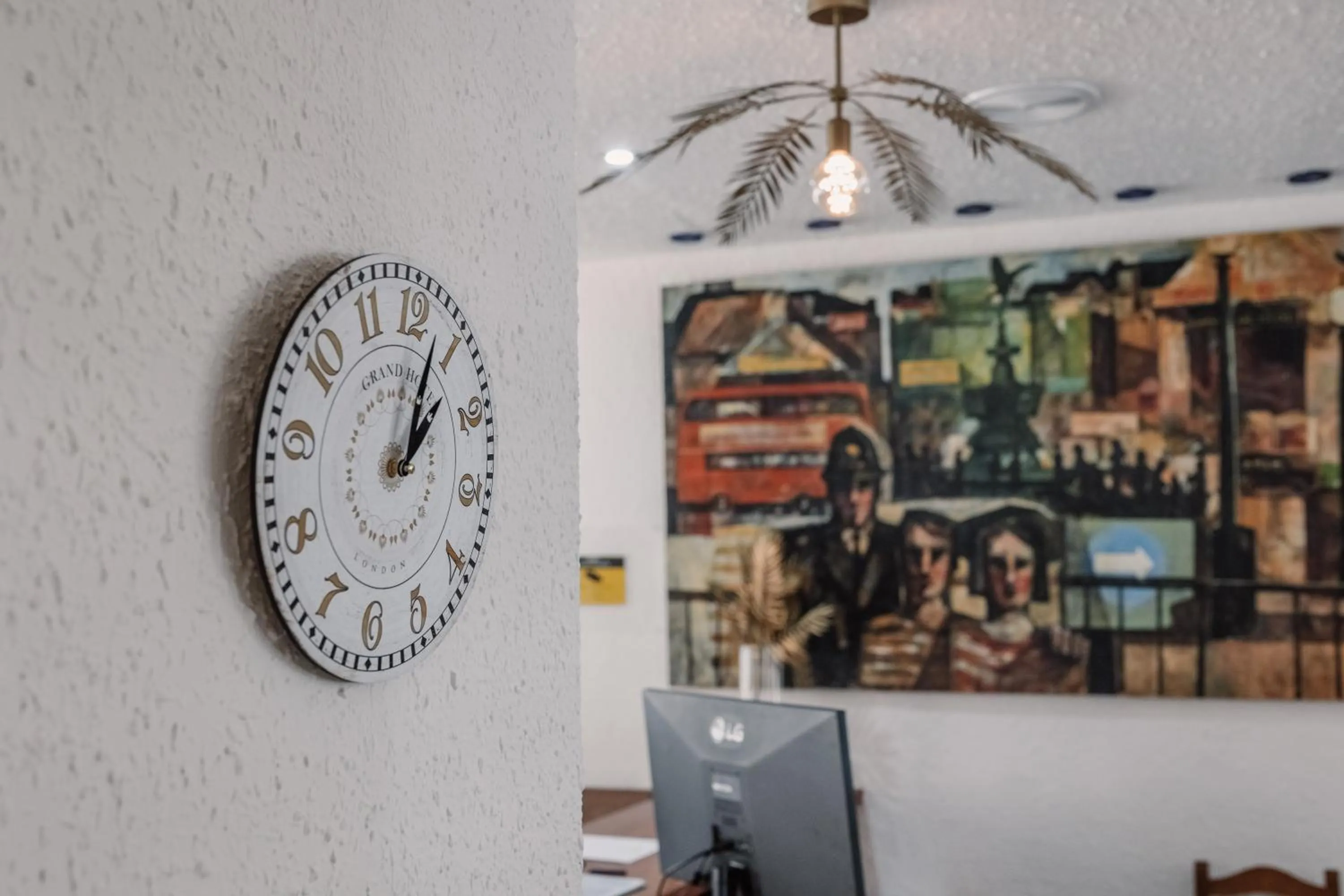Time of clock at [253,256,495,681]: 1:02
